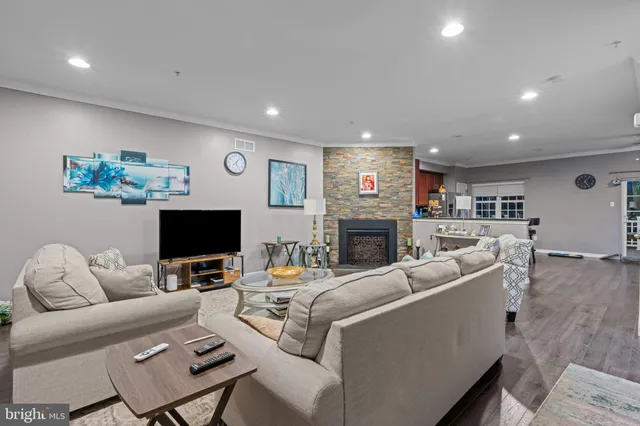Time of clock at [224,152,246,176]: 5:07
